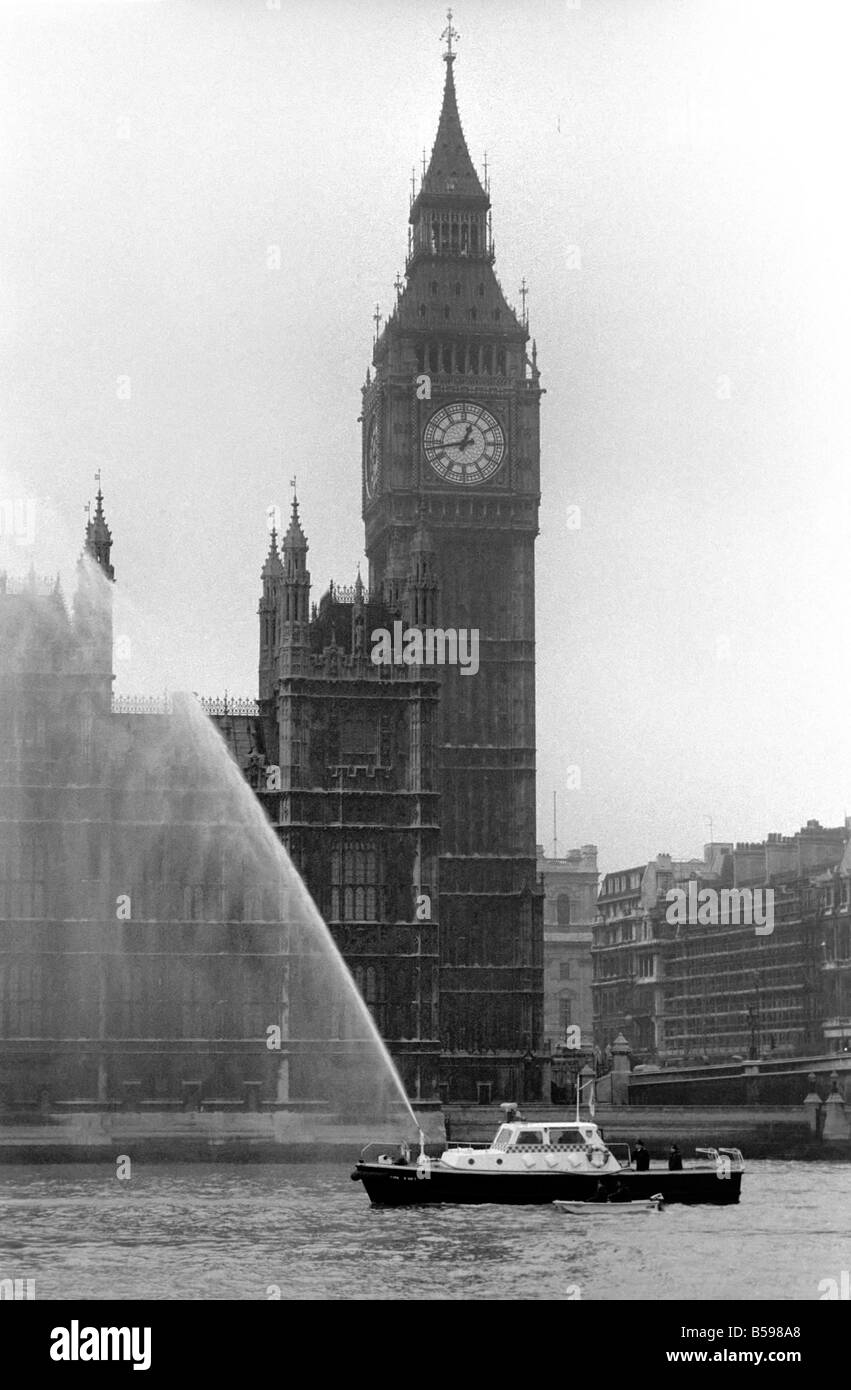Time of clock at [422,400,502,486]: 12:43
